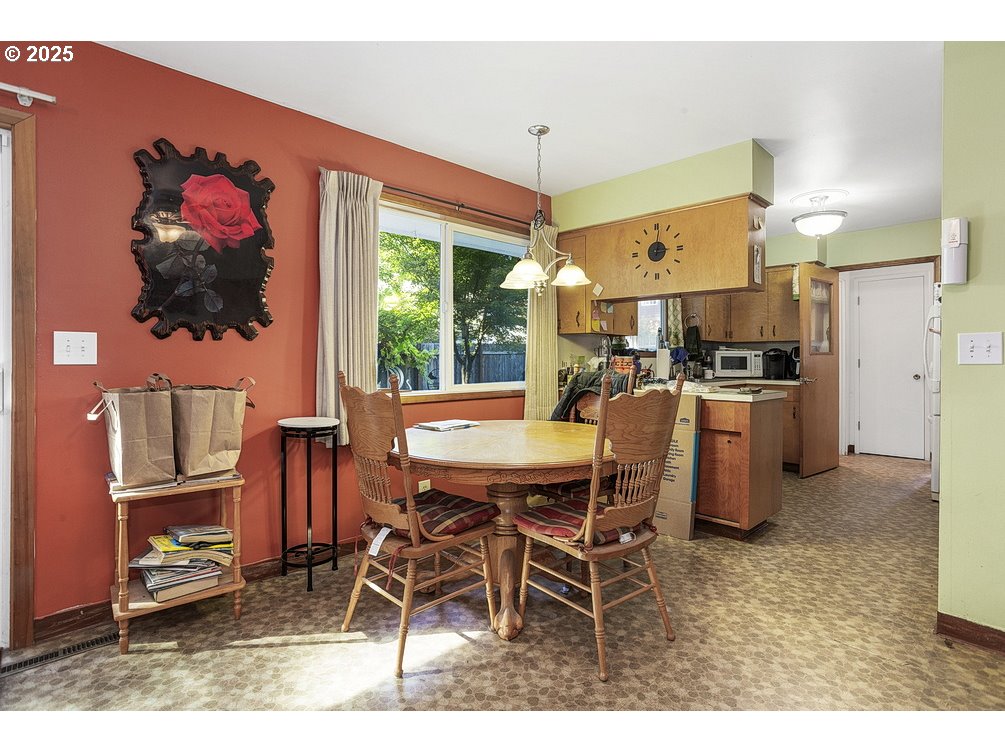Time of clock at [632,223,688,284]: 3:01
